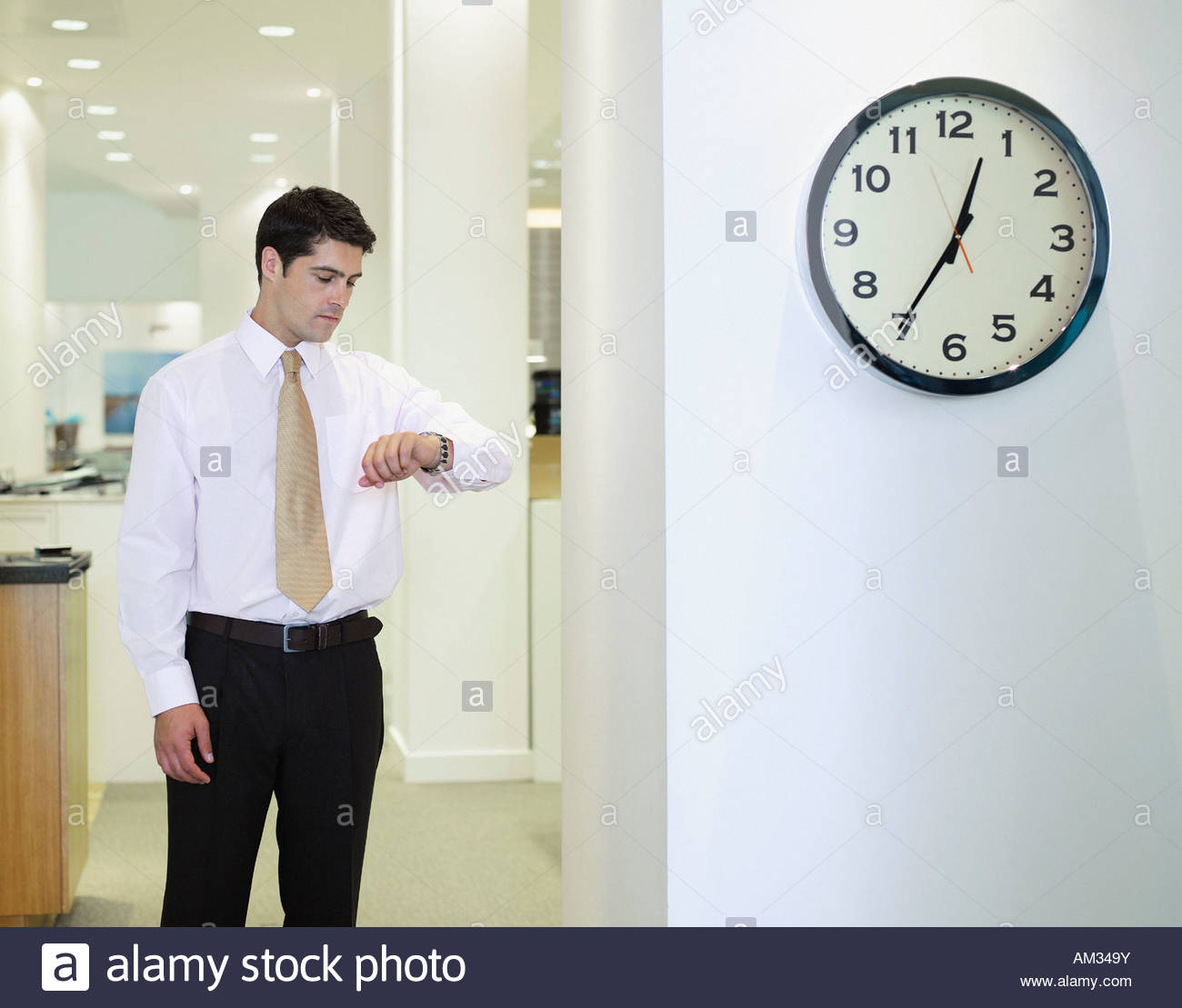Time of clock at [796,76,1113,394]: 12:35
